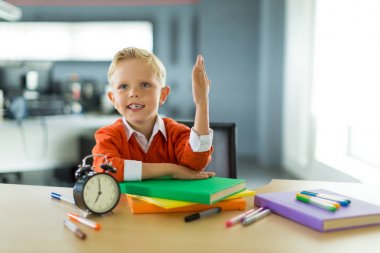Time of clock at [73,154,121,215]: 7:00
